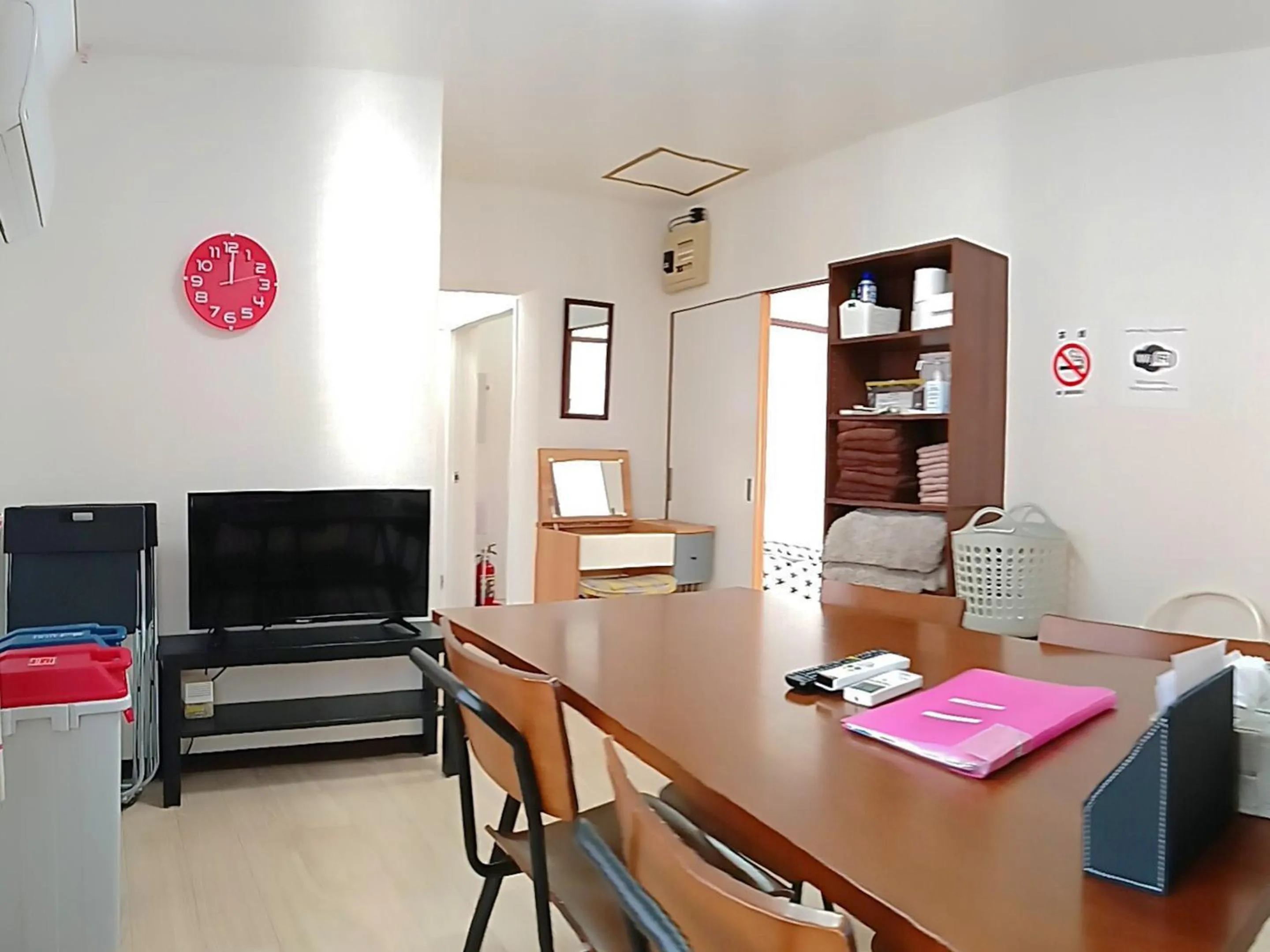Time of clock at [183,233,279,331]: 12:00
